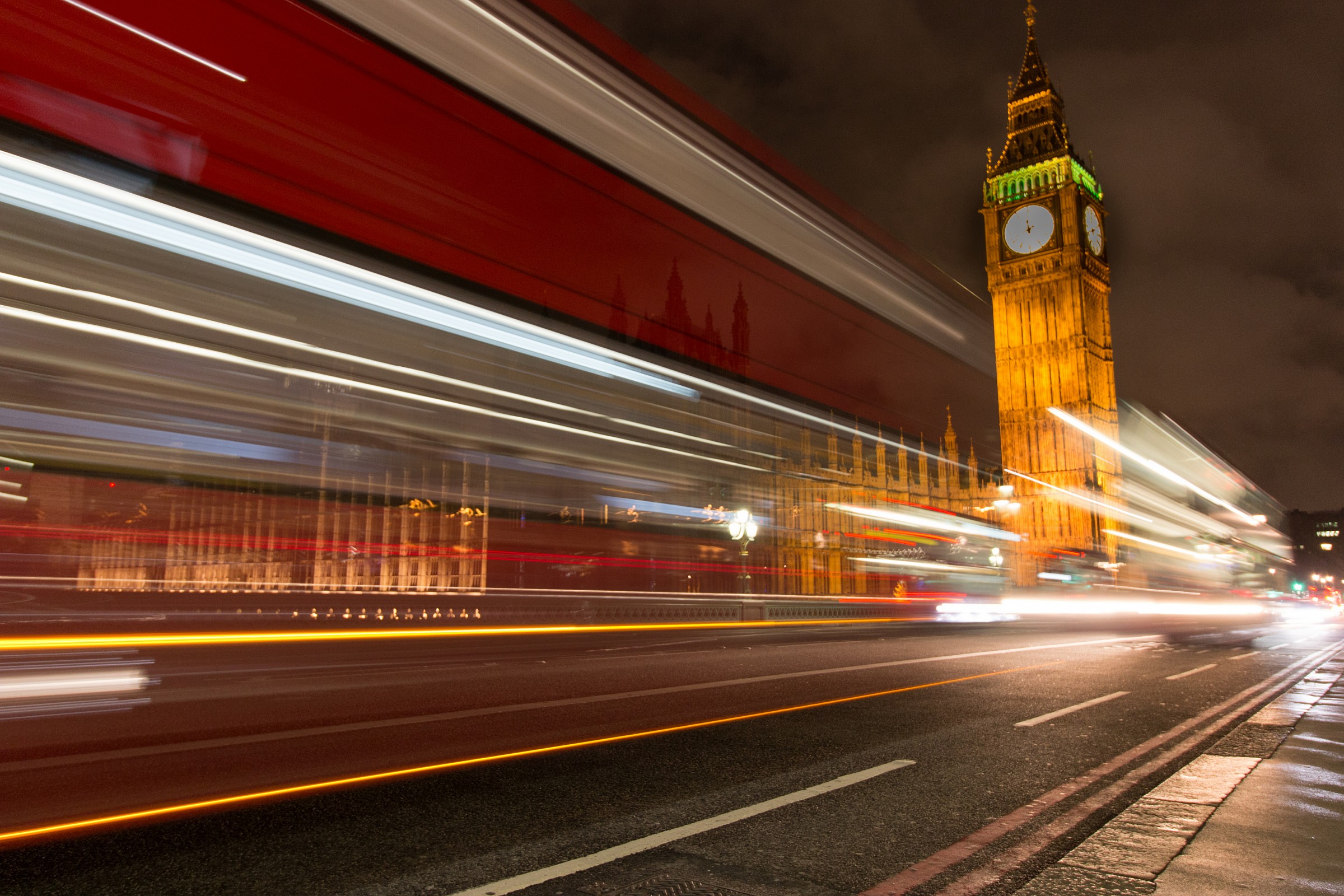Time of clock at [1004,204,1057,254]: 5:41
